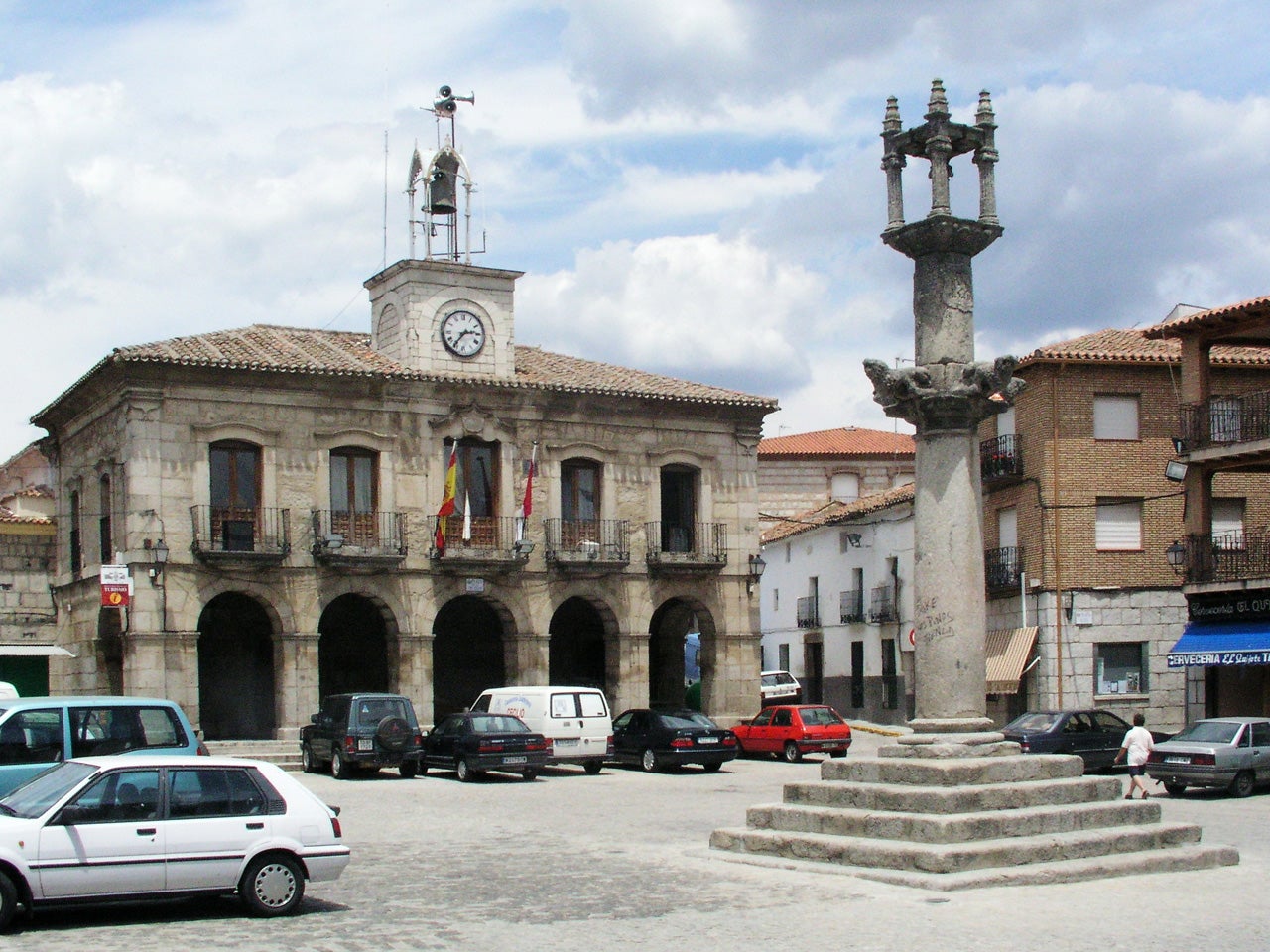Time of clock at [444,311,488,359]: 2:36
